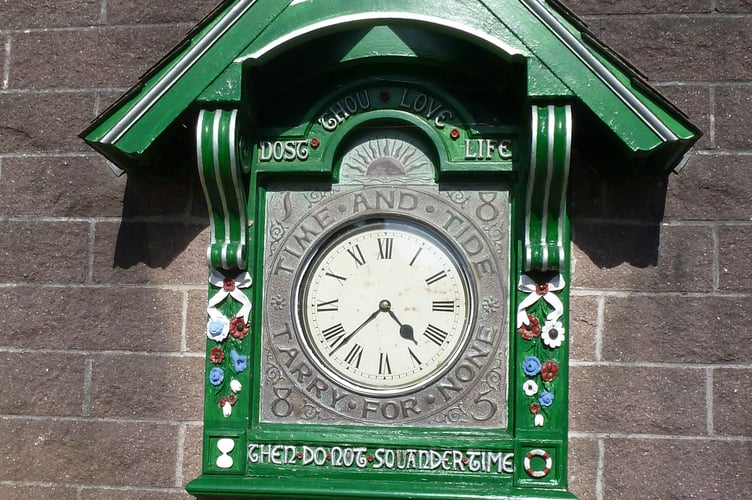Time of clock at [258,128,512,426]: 4:37
